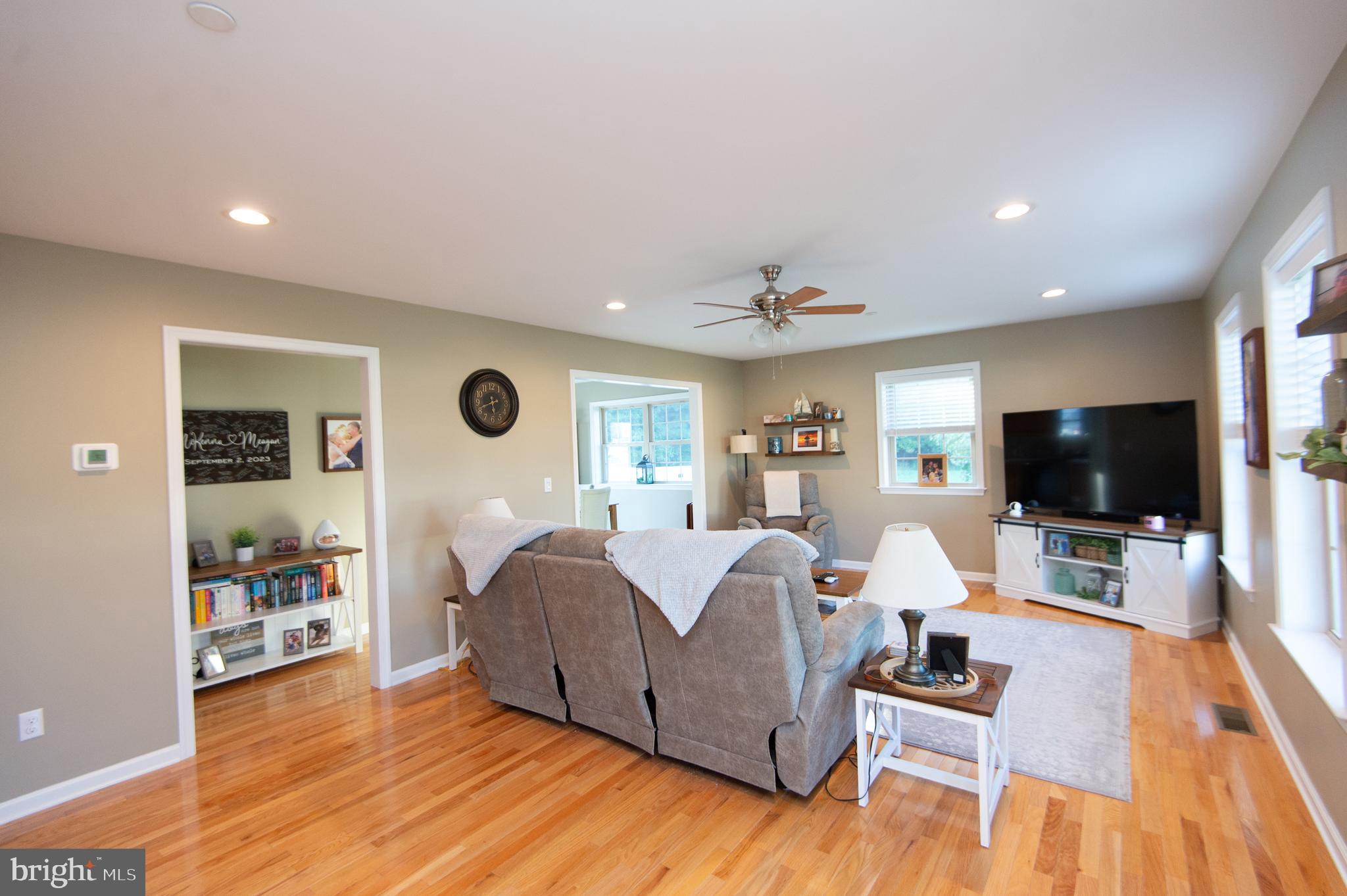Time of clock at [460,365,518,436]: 5:41
